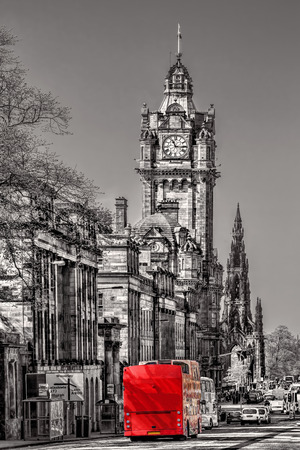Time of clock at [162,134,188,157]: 11:15
